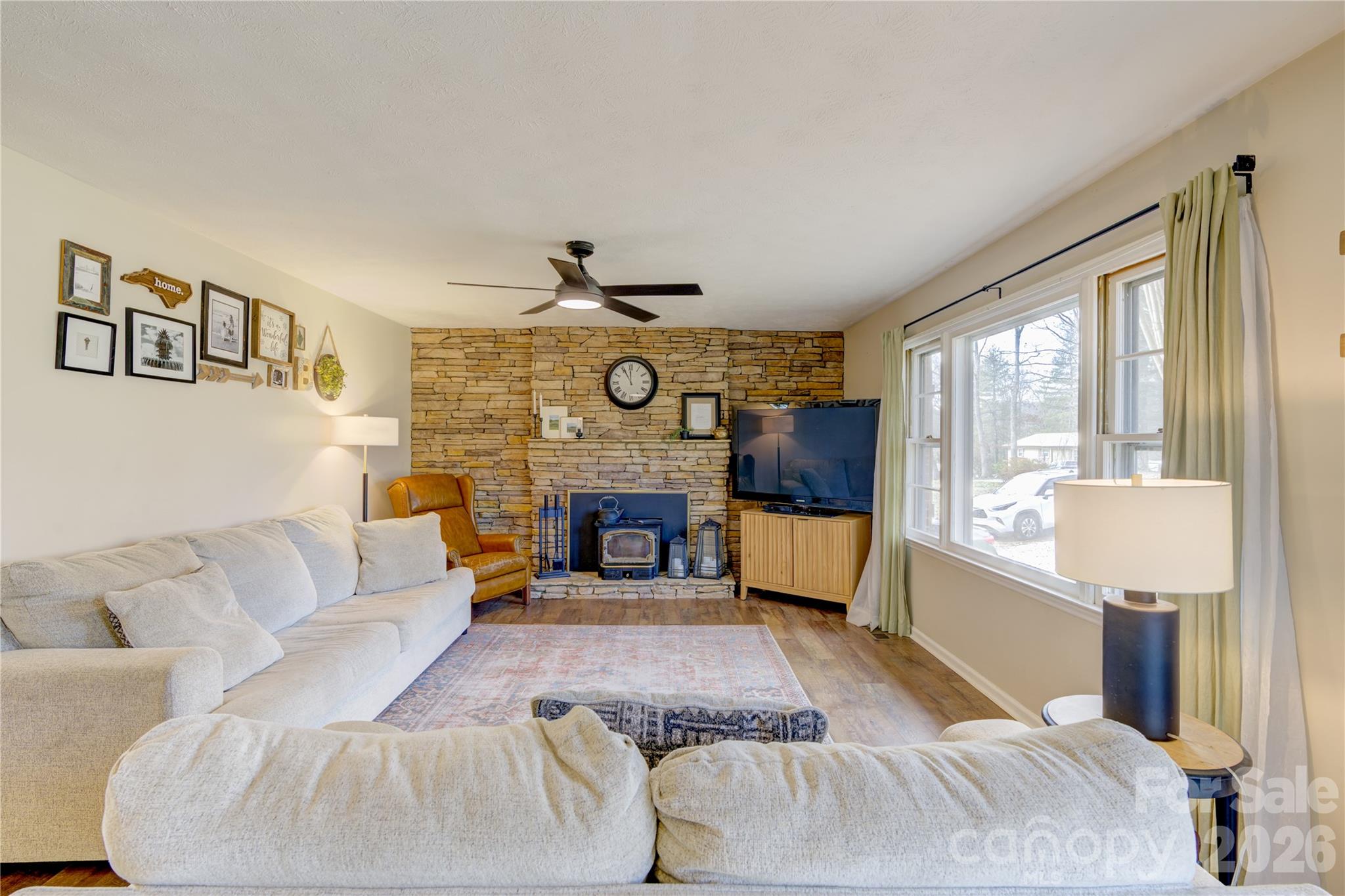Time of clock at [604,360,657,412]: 11:55
